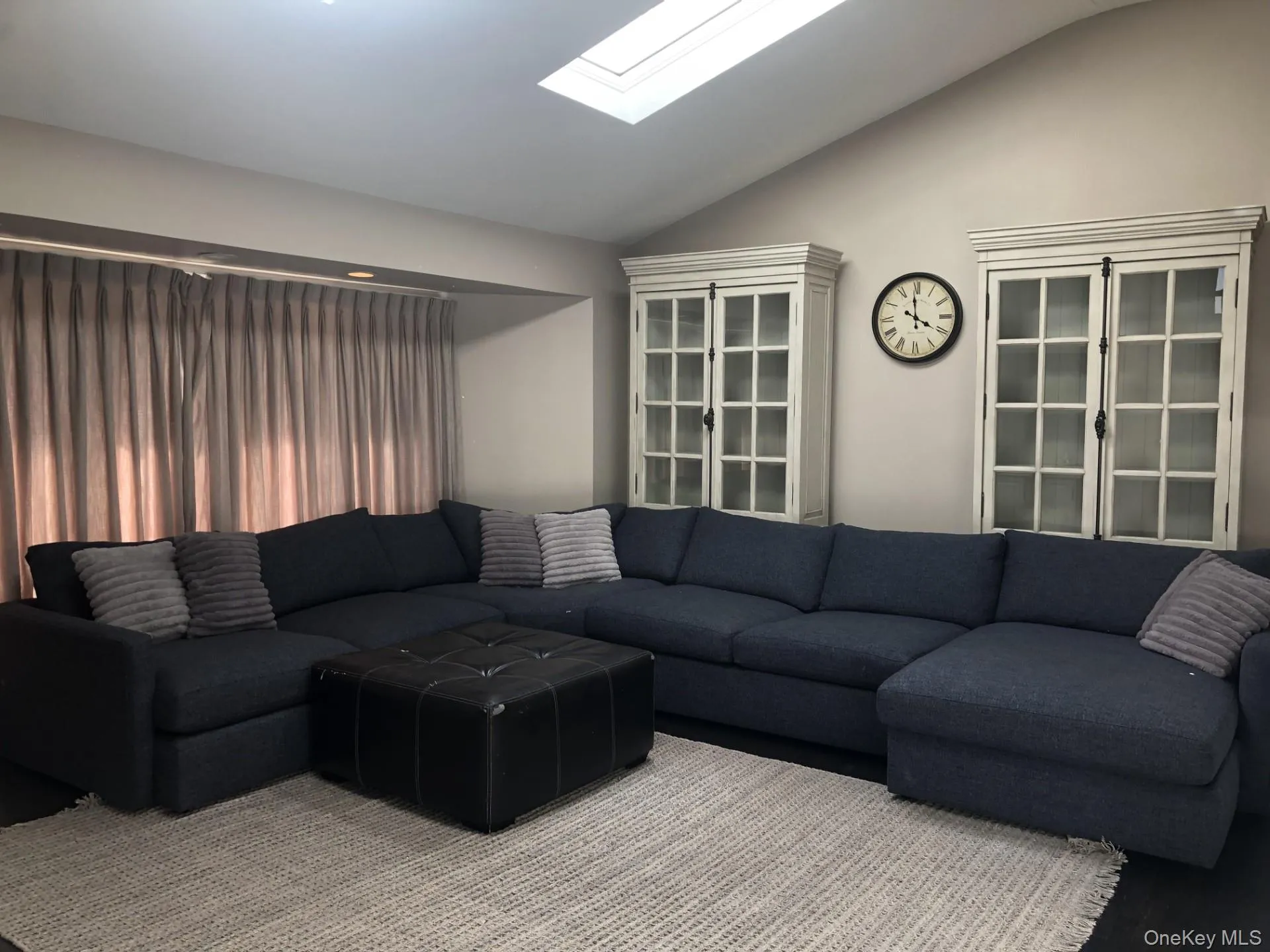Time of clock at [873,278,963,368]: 3:58
